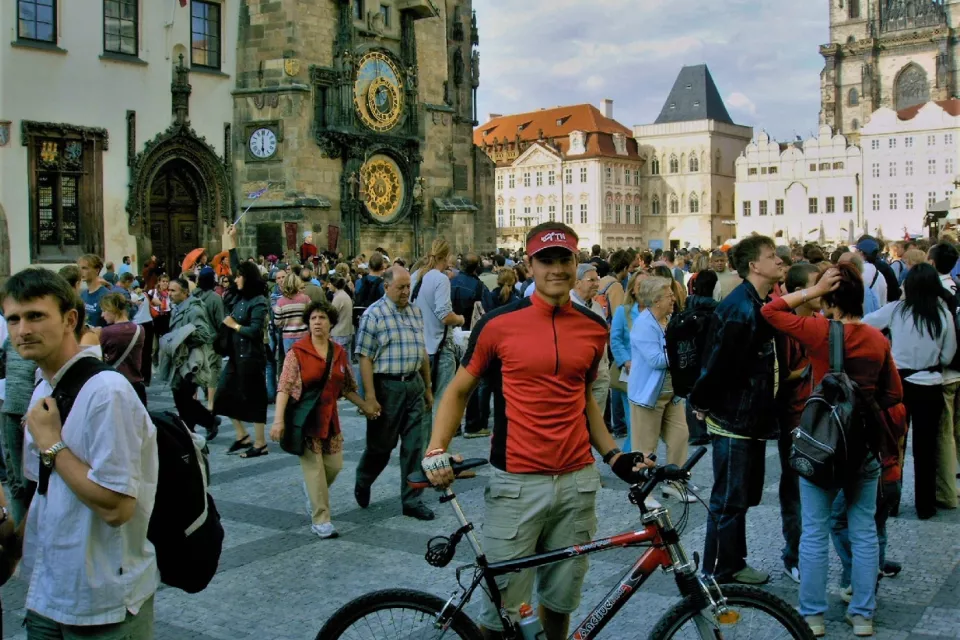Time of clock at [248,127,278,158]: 5:59
